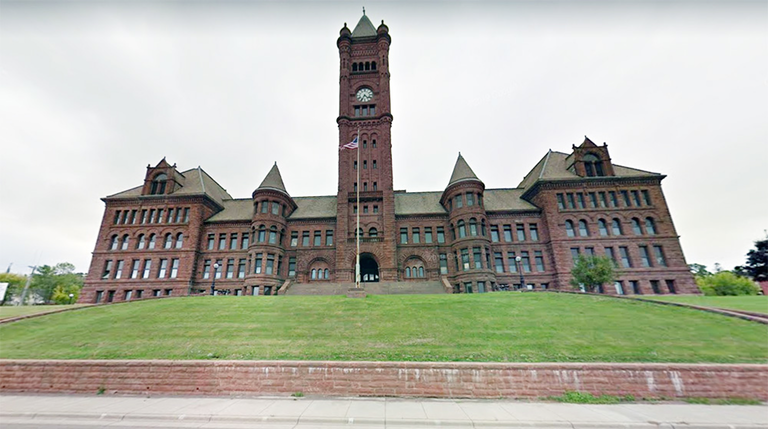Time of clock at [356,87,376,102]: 4:35
